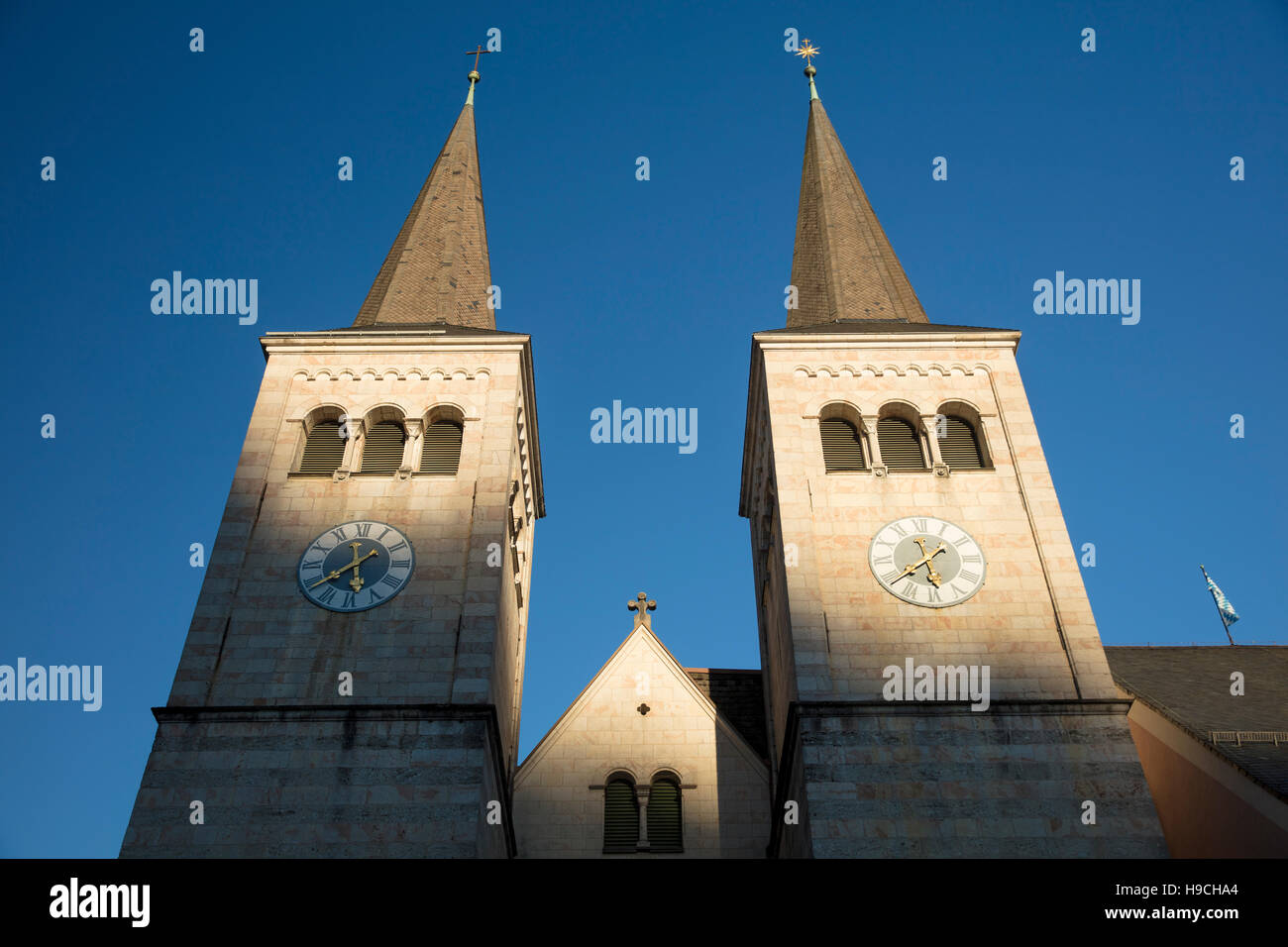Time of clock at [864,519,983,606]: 5:38
